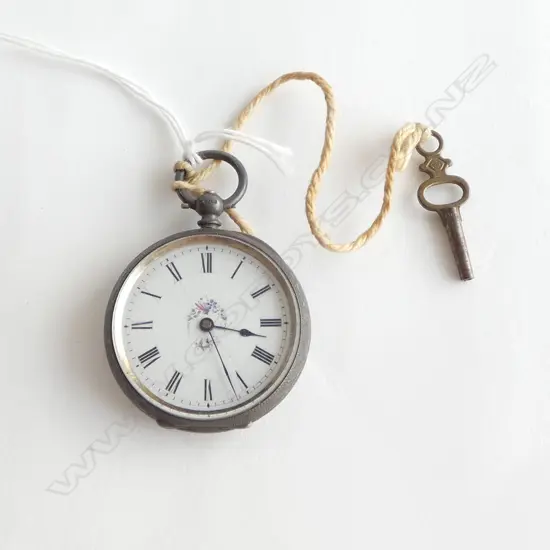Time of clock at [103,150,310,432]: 3:26
